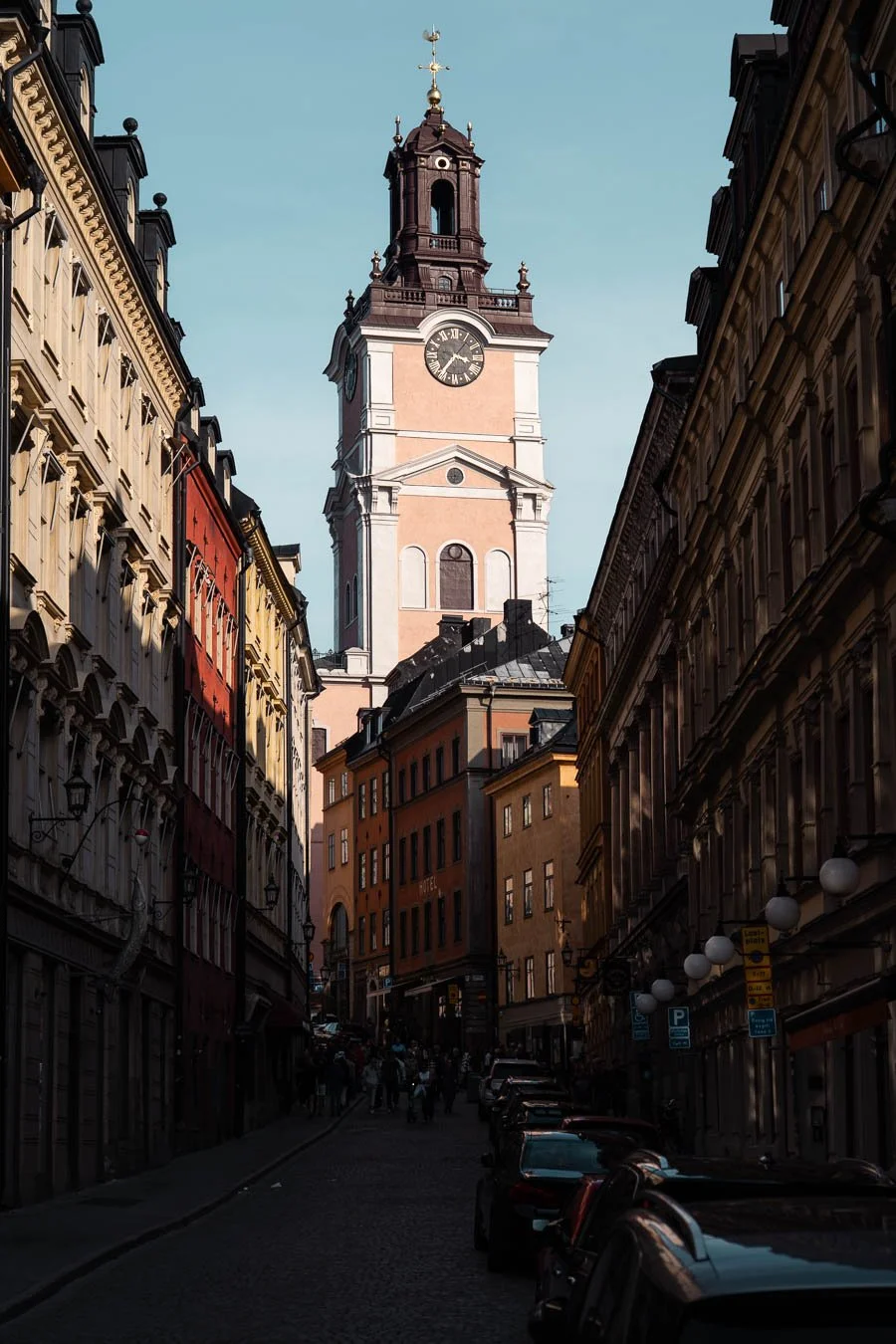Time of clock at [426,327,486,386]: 3:36
